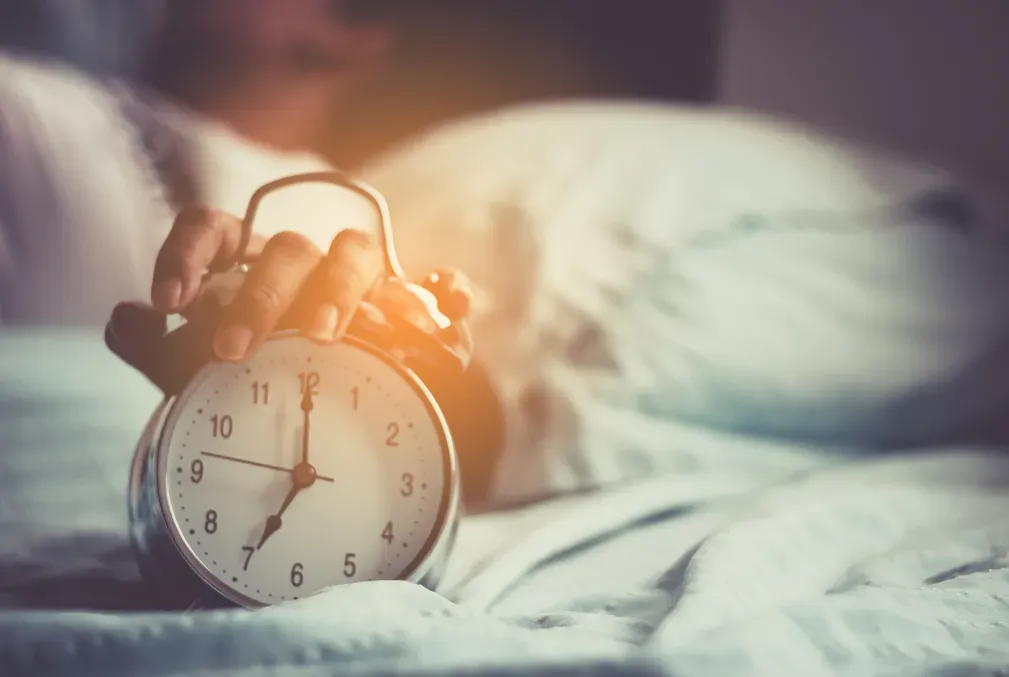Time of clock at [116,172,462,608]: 6:59
